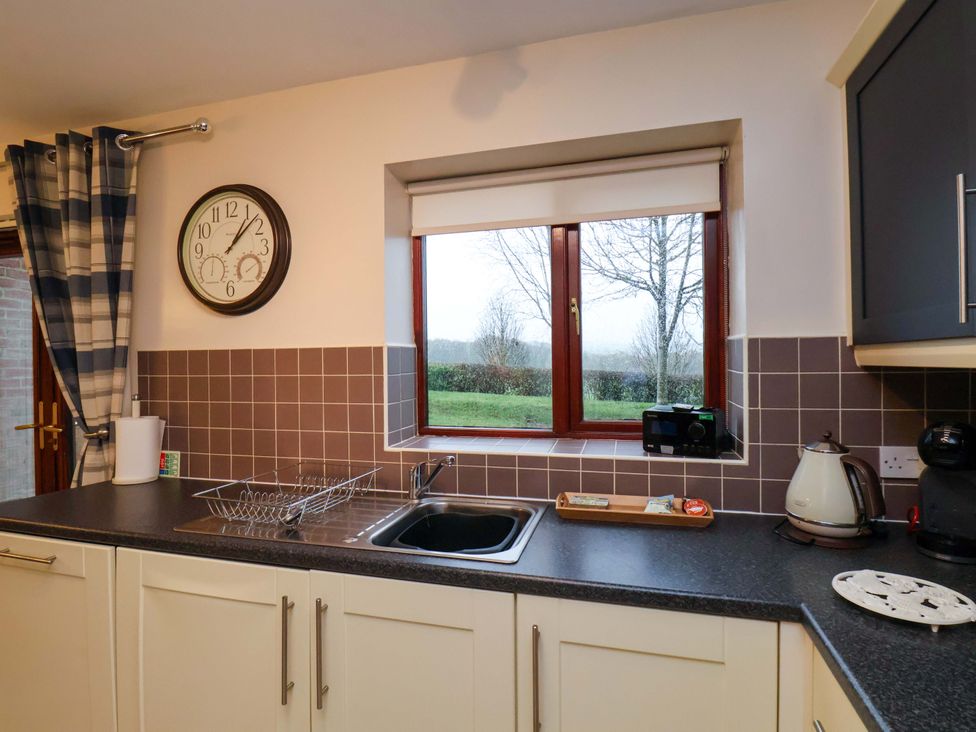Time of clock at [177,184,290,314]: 1:07
